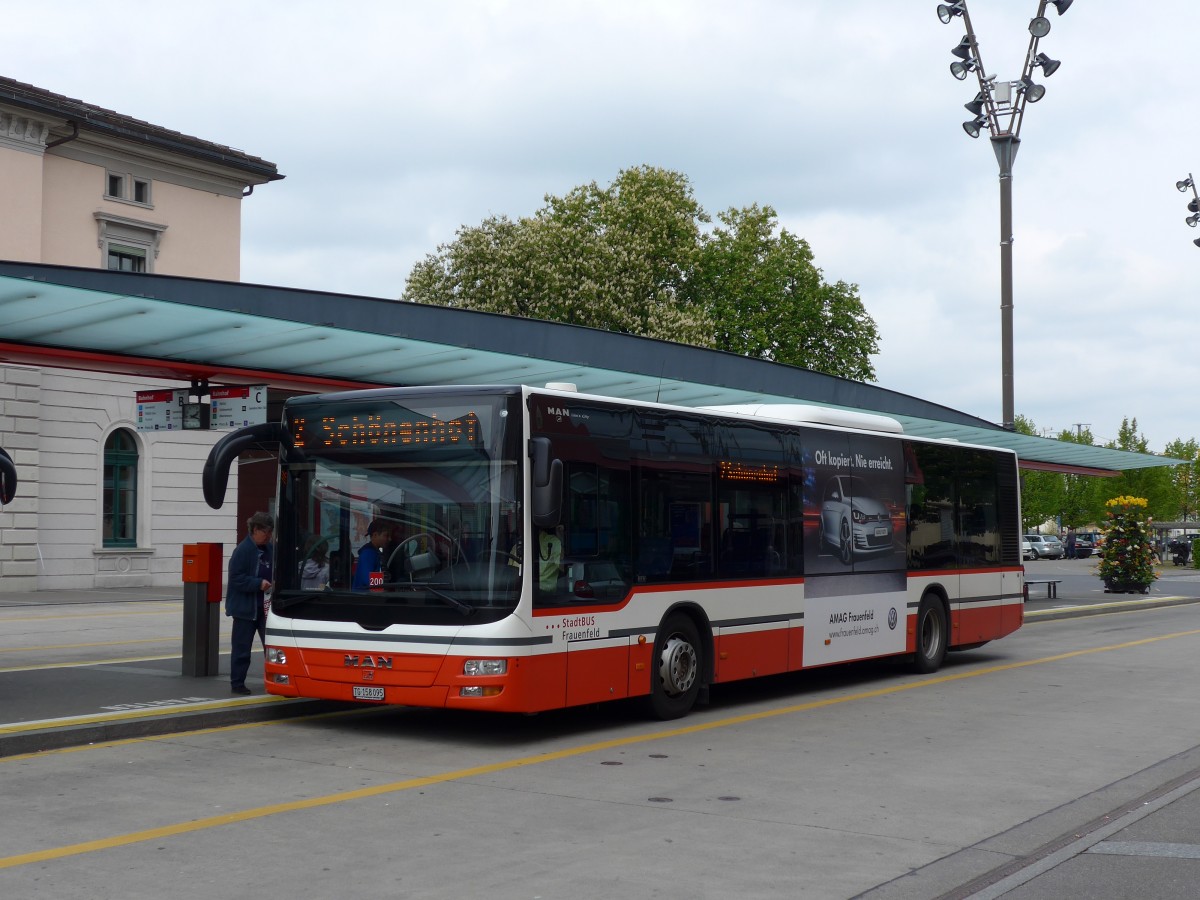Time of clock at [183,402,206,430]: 2:18
